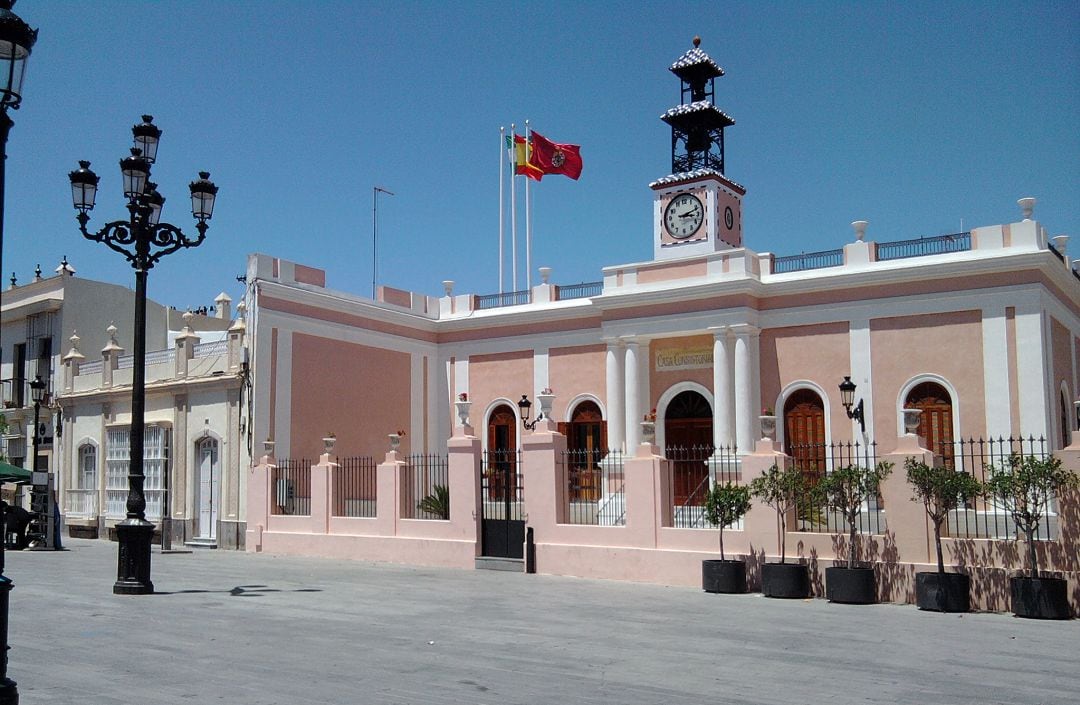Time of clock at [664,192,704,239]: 3:11
